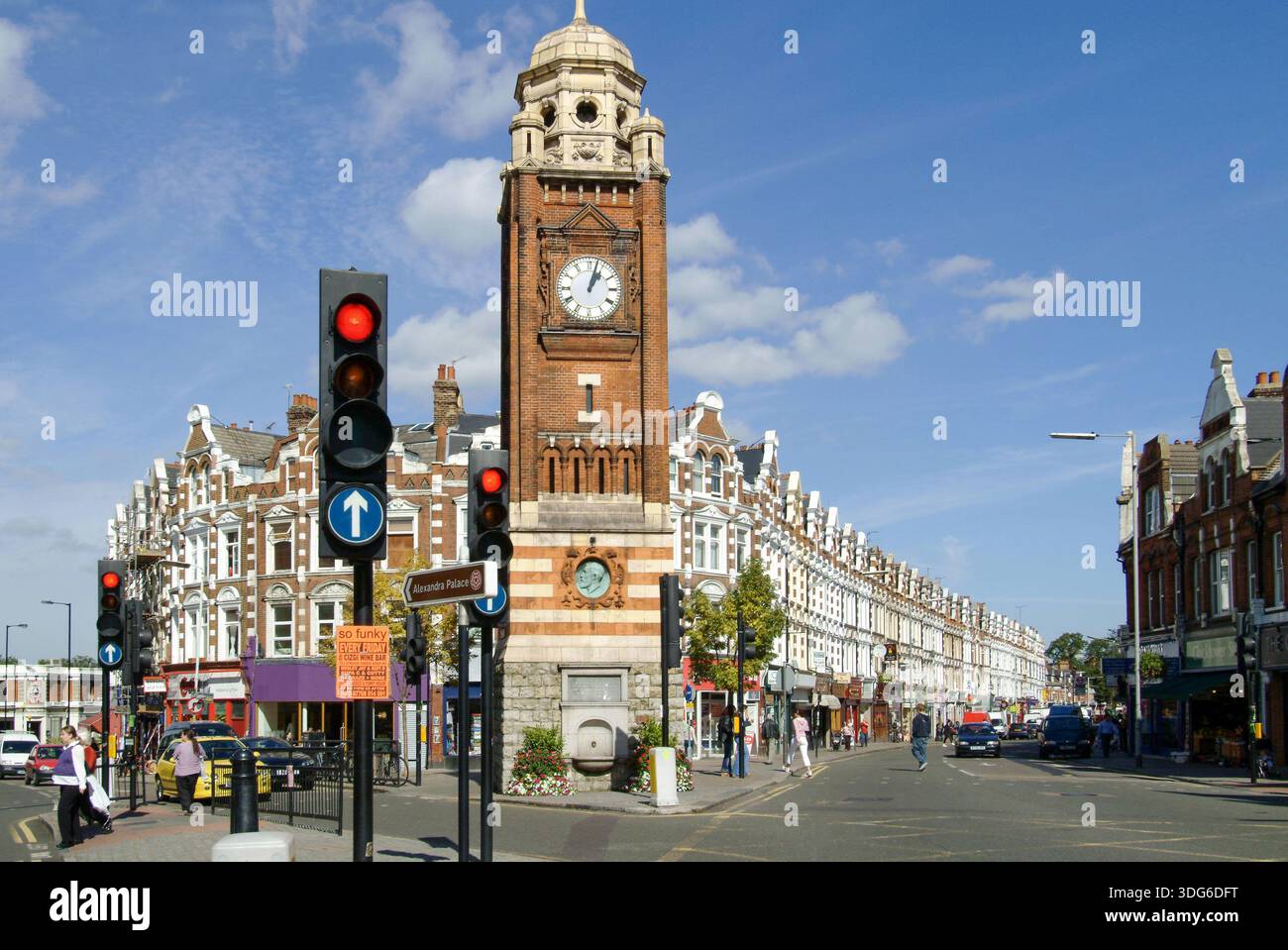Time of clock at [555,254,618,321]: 1:02
